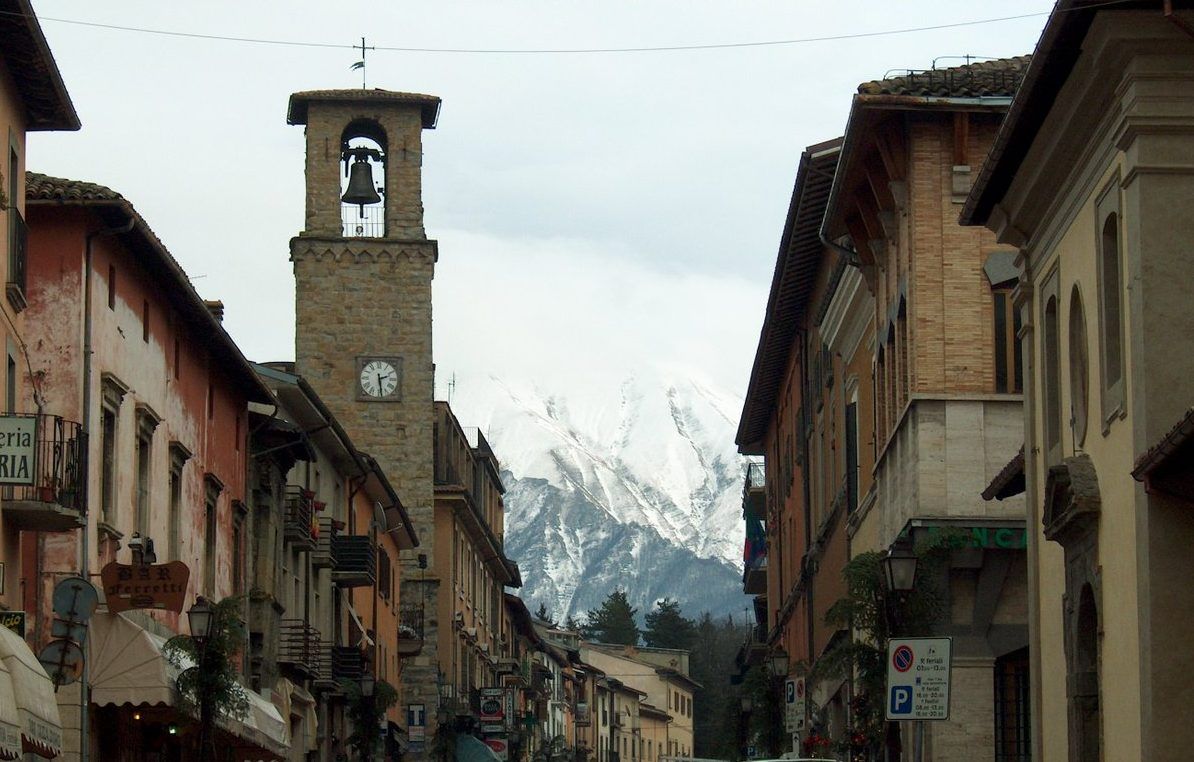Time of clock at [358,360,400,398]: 2:28
